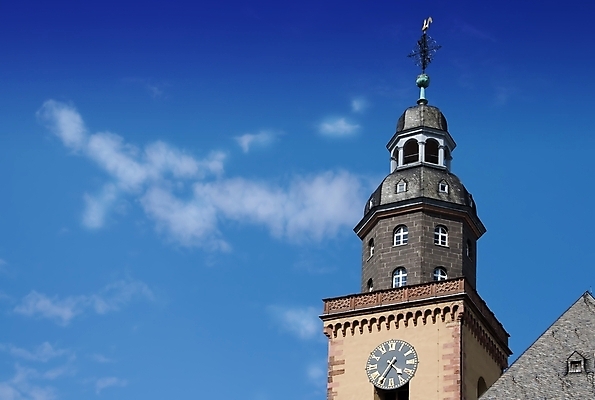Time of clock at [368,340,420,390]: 4:35
